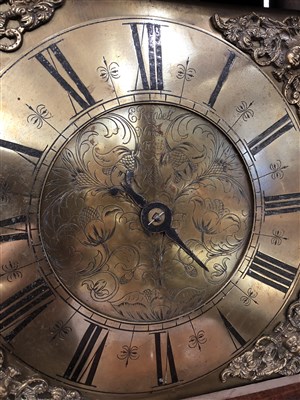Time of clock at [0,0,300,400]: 10:22
